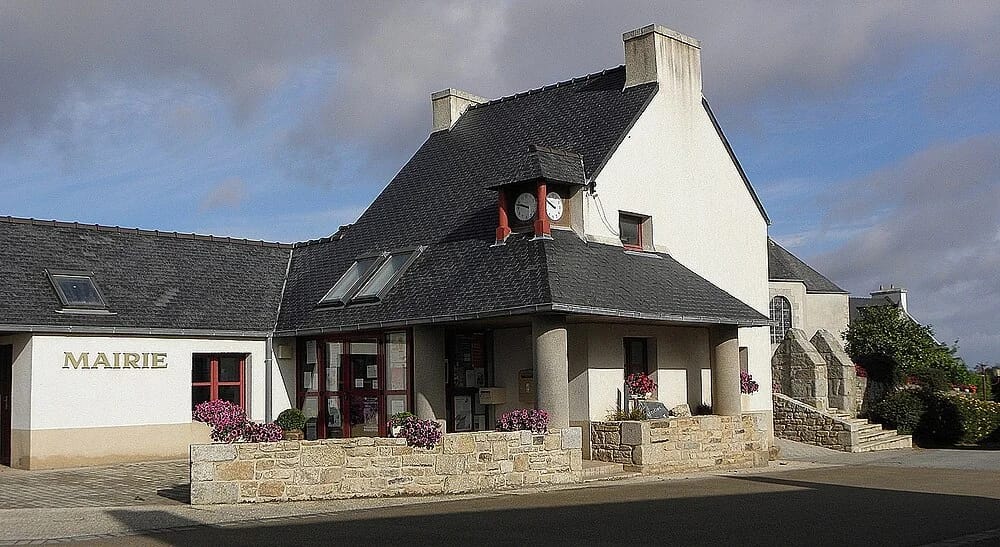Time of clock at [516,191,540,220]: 9:47
